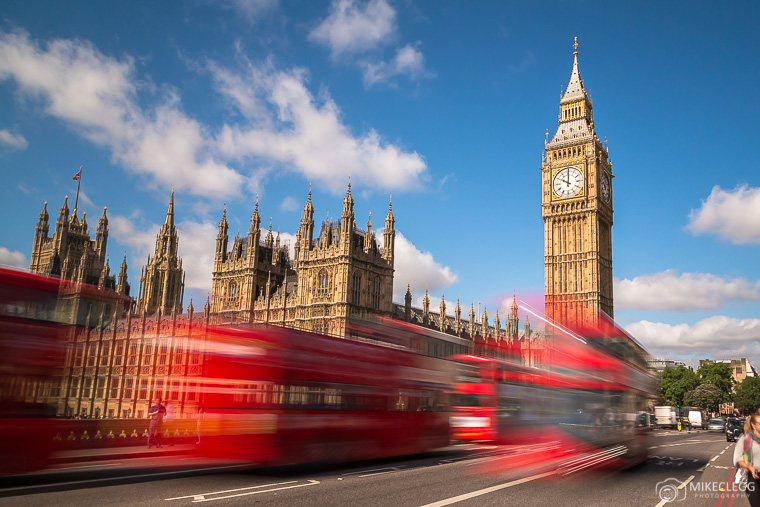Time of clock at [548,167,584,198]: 10:00
